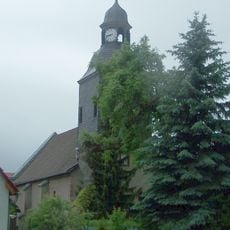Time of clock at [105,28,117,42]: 8:42
